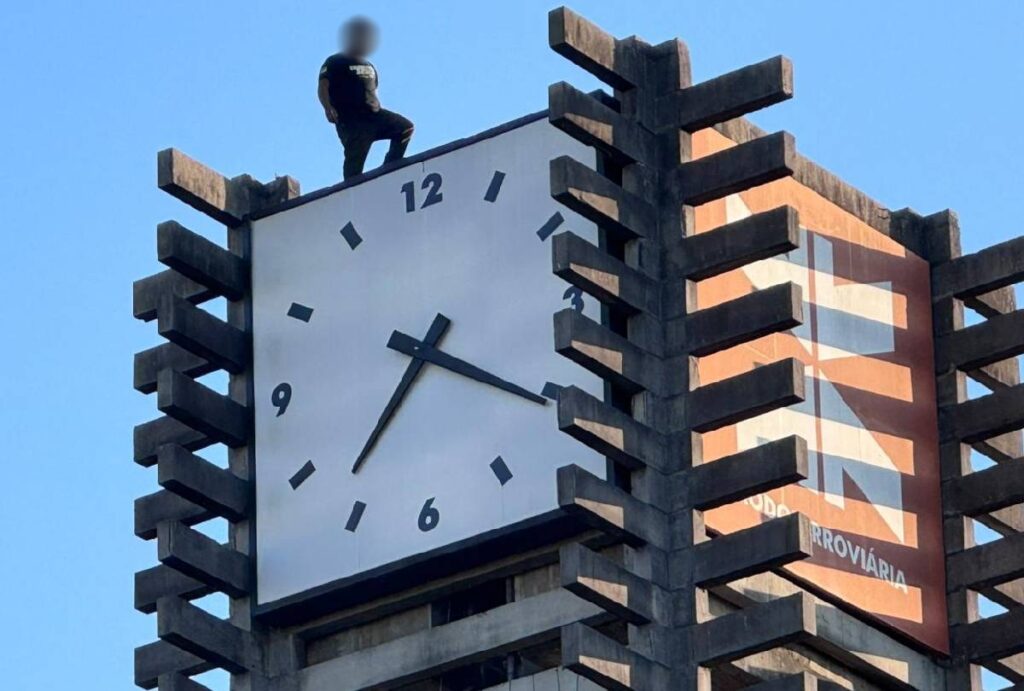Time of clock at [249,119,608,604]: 7:20
